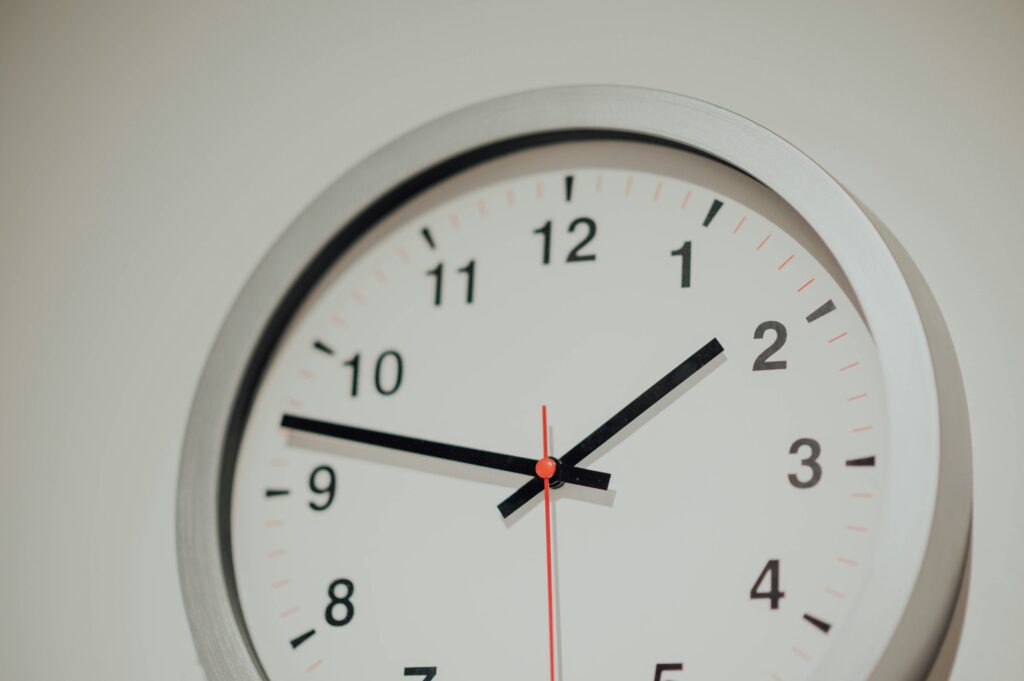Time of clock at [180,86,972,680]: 1:47
